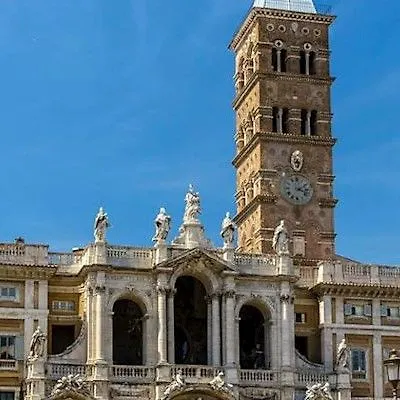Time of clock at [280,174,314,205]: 2:18
